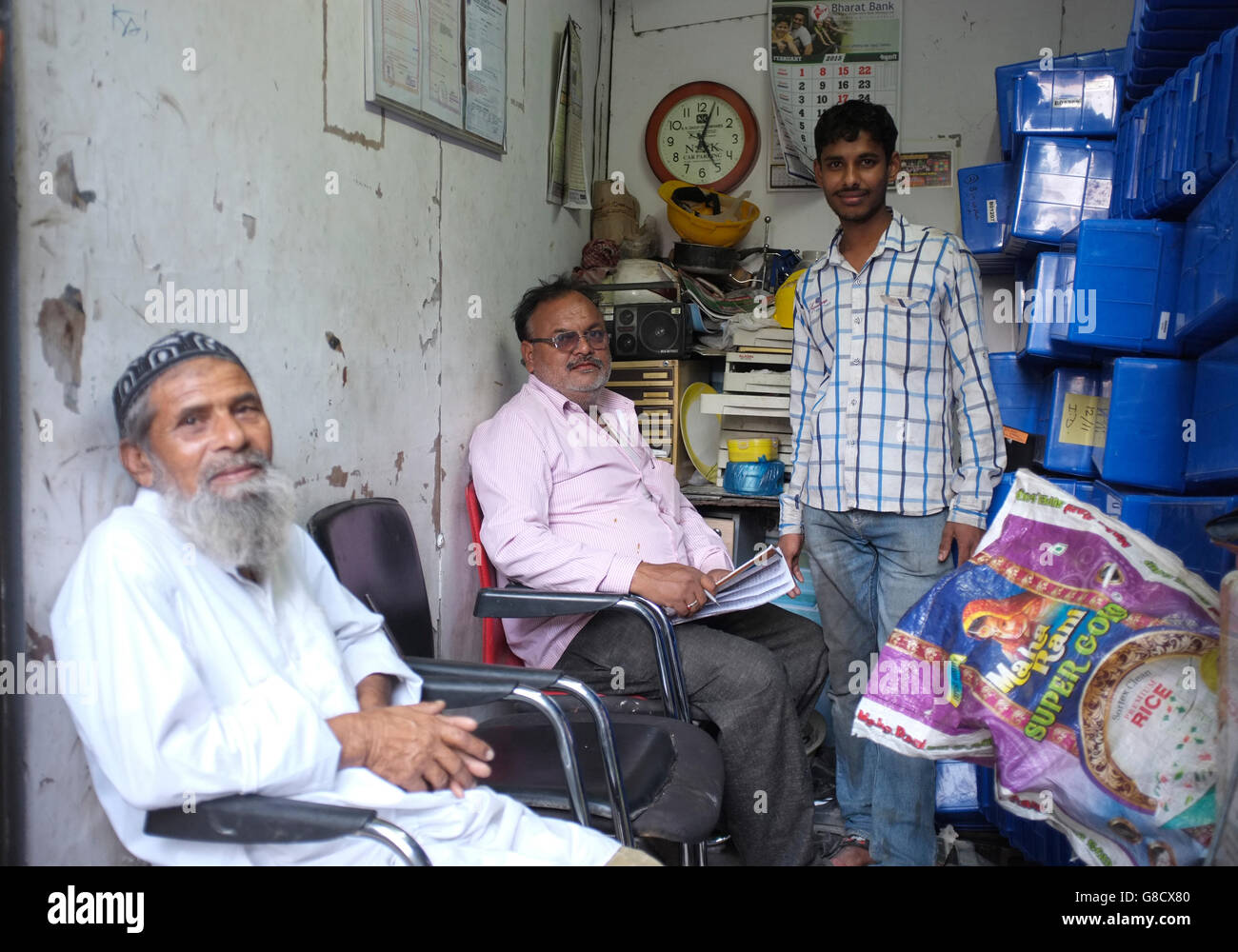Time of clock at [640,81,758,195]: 5:03
